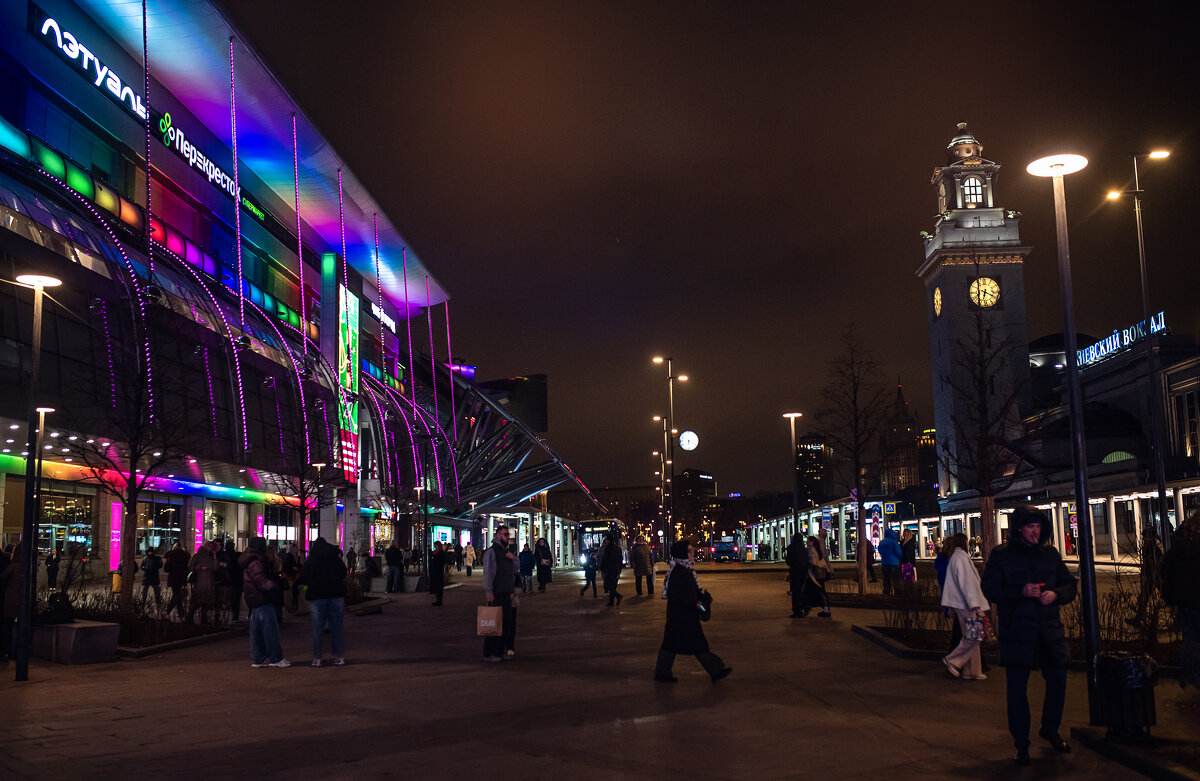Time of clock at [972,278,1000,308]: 6:18
